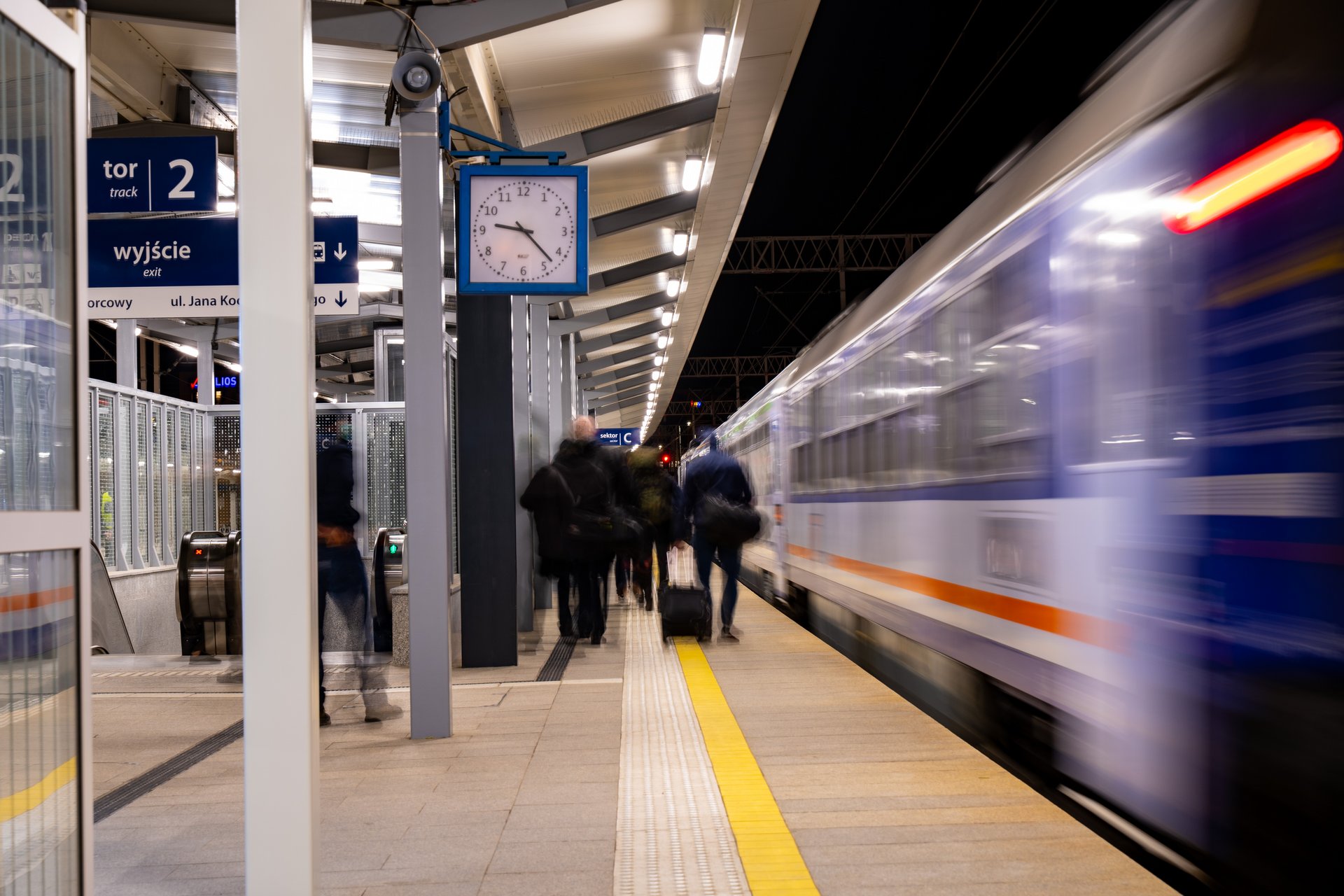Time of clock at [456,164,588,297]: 9:22
